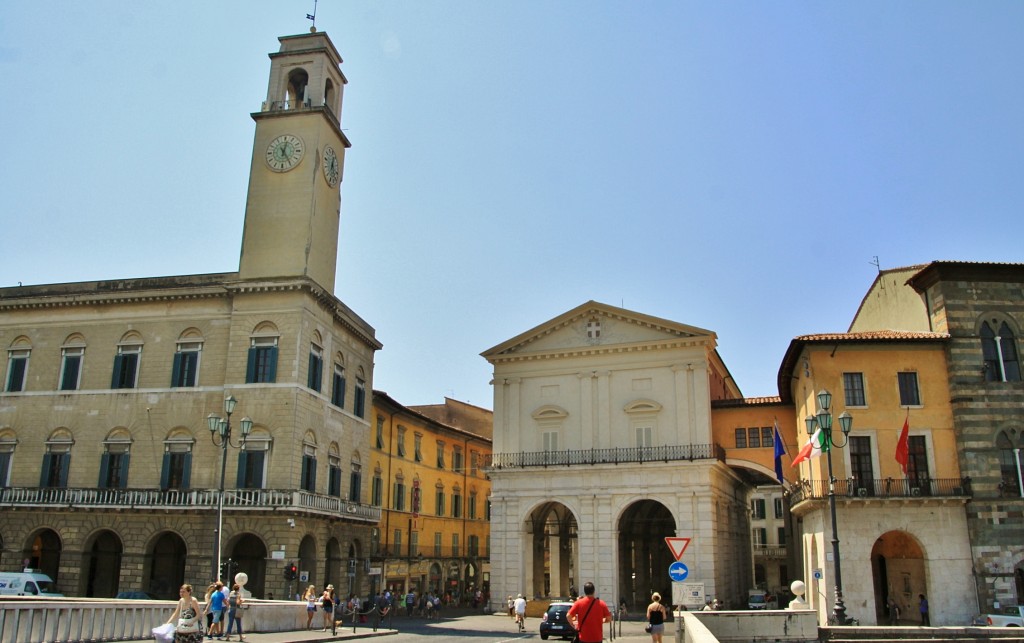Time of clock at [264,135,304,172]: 12:24
